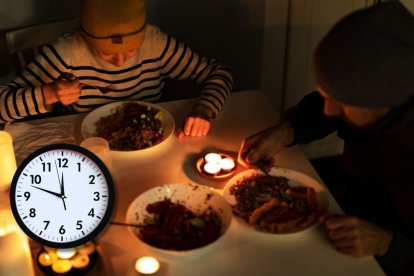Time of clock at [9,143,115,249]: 11:47
